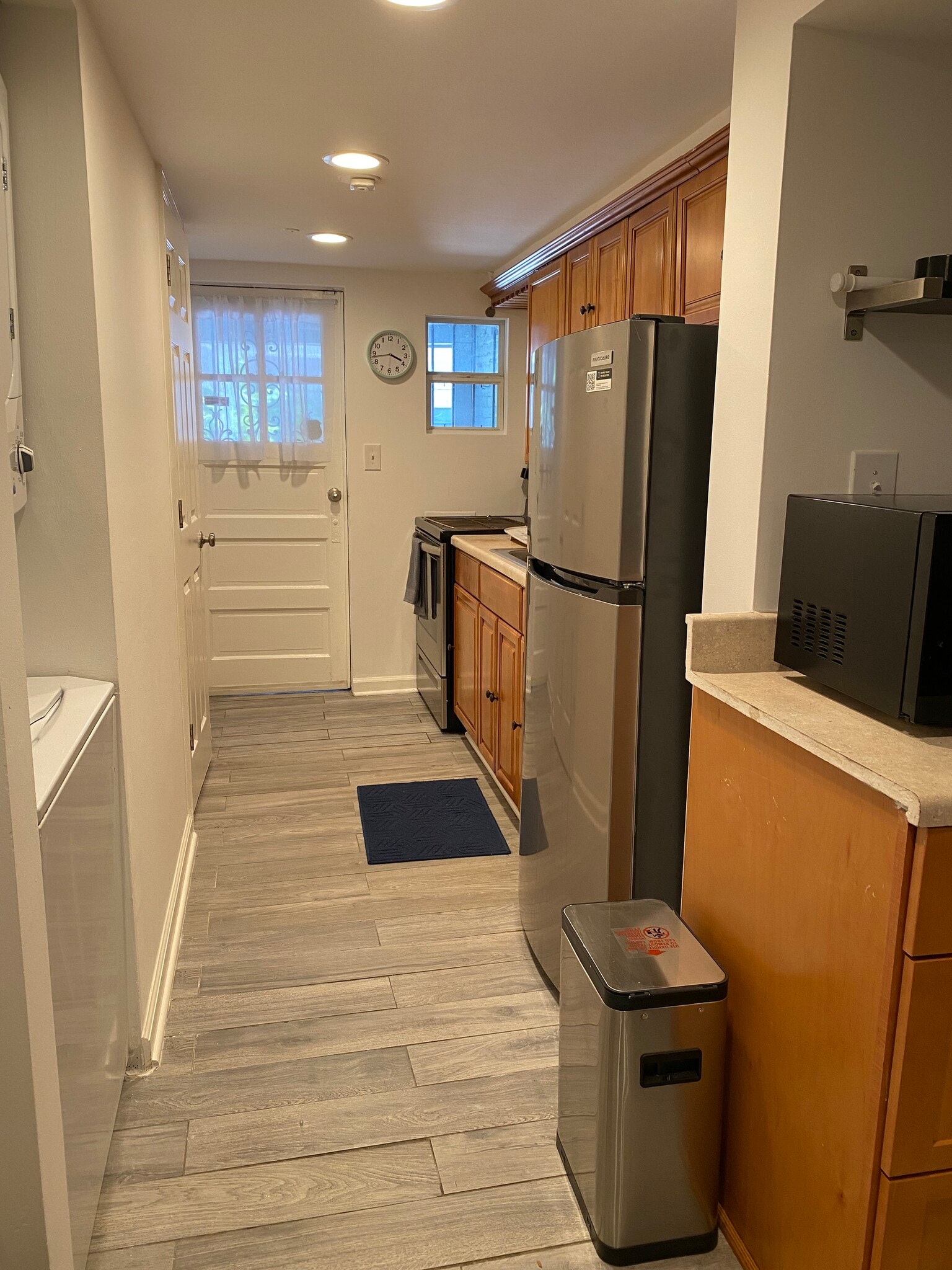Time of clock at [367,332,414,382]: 3:43
